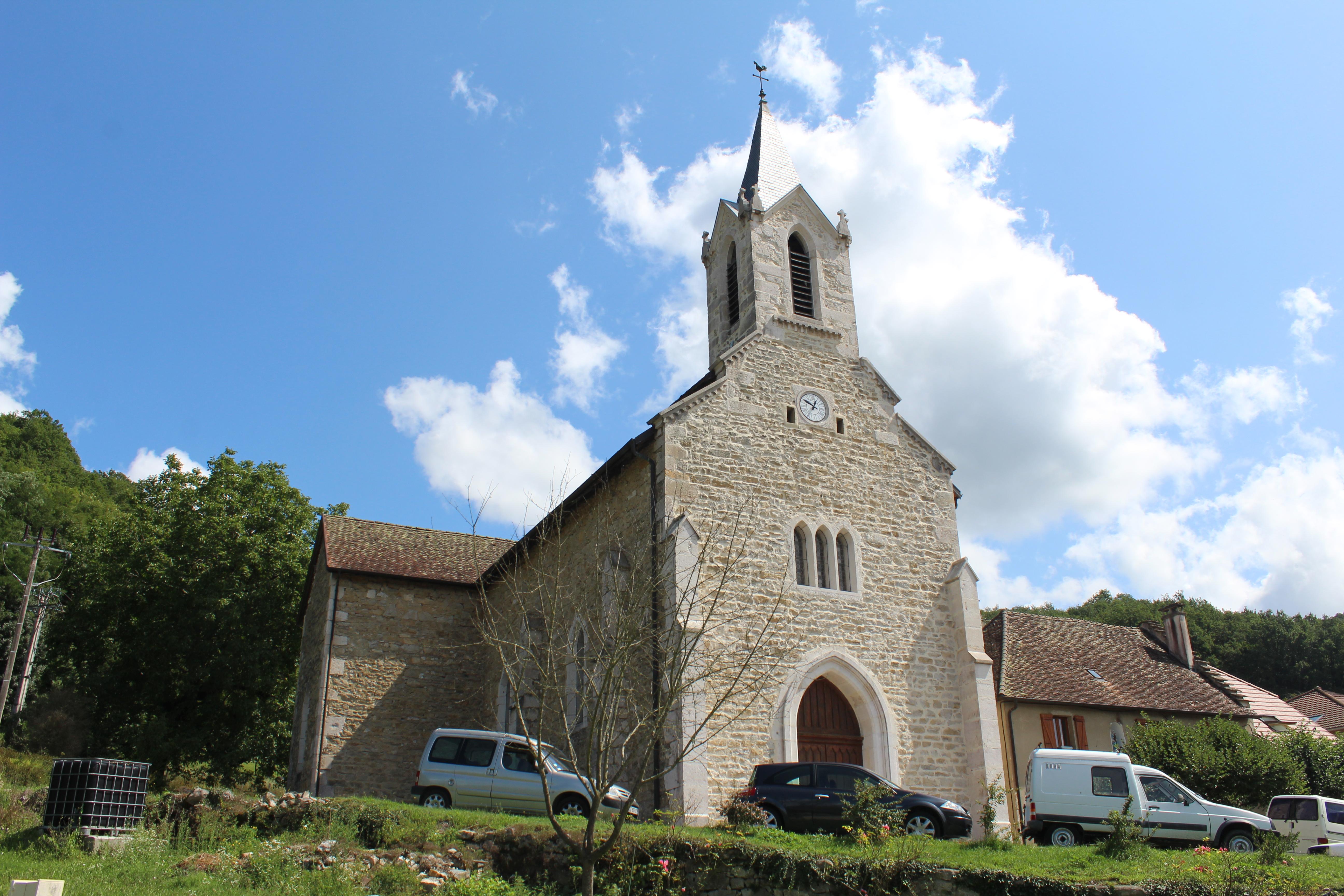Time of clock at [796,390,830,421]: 12:49
